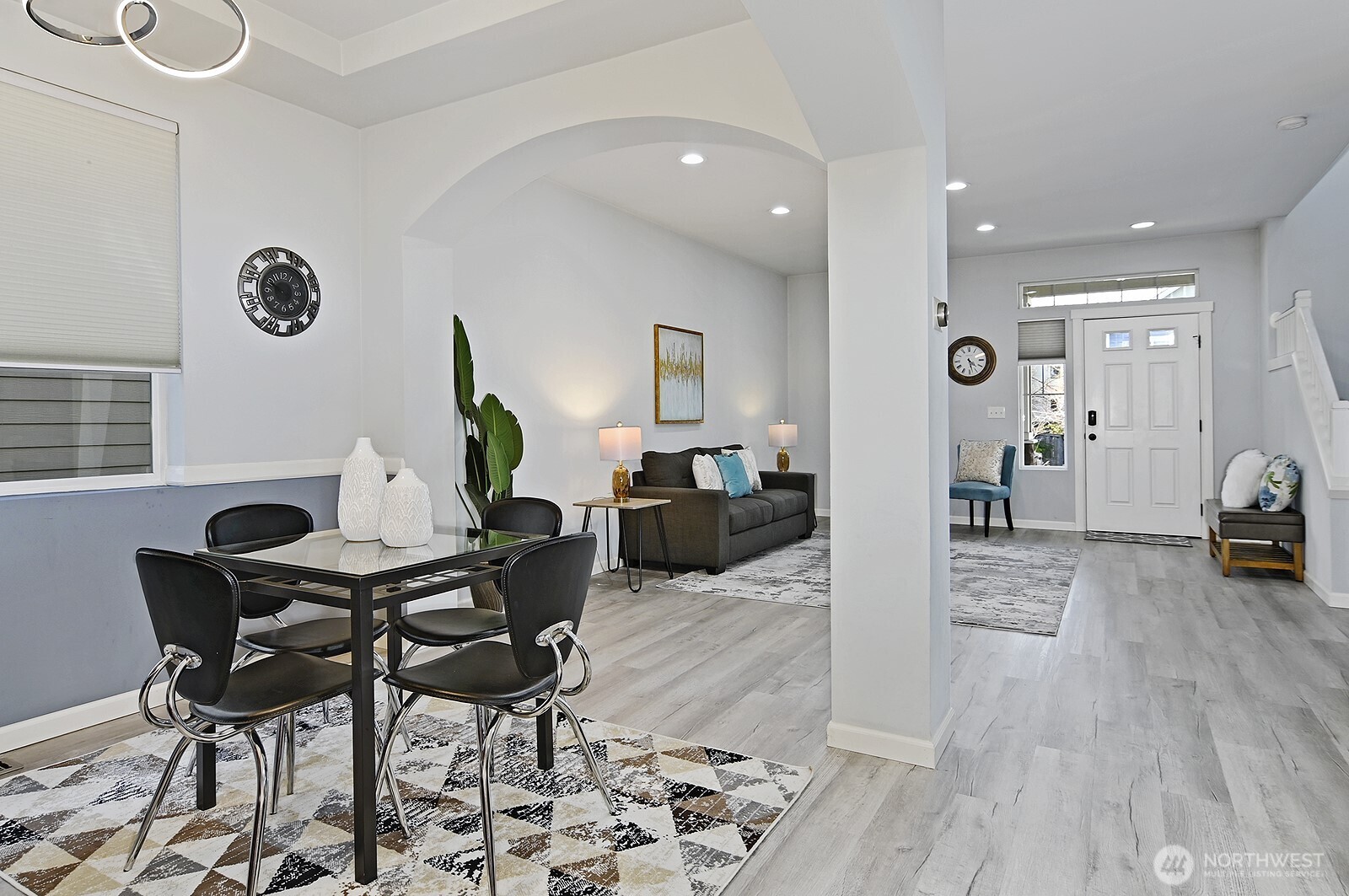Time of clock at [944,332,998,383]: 4:28
